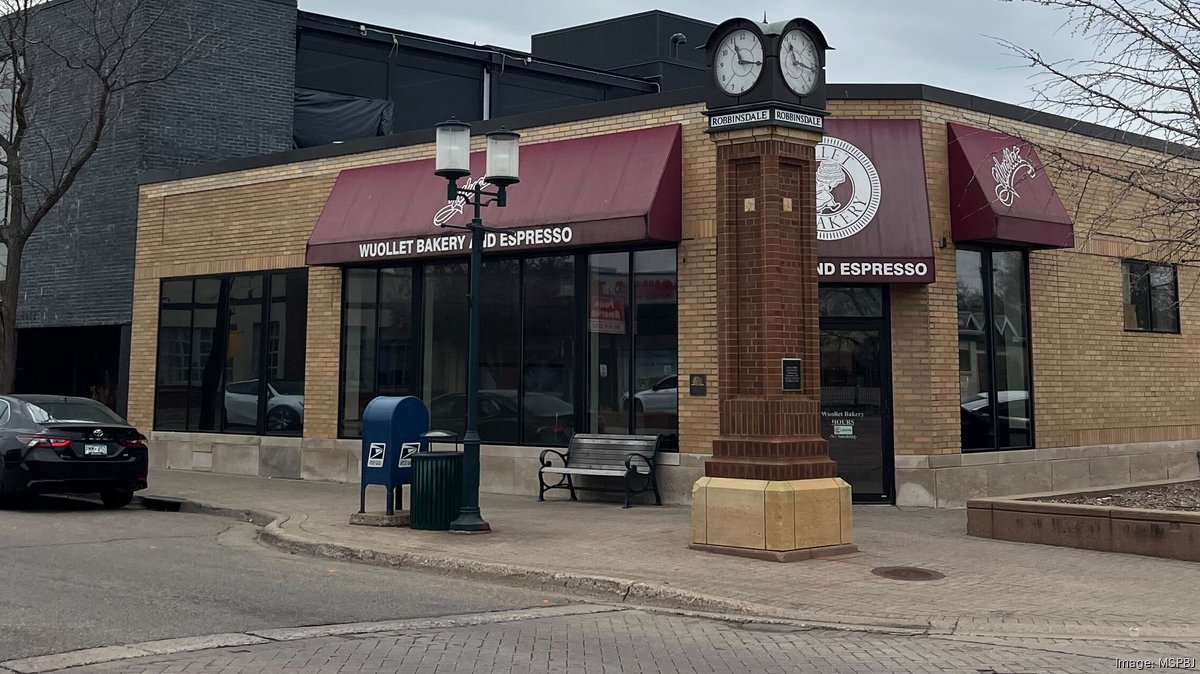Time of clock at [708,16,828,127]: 11:17
